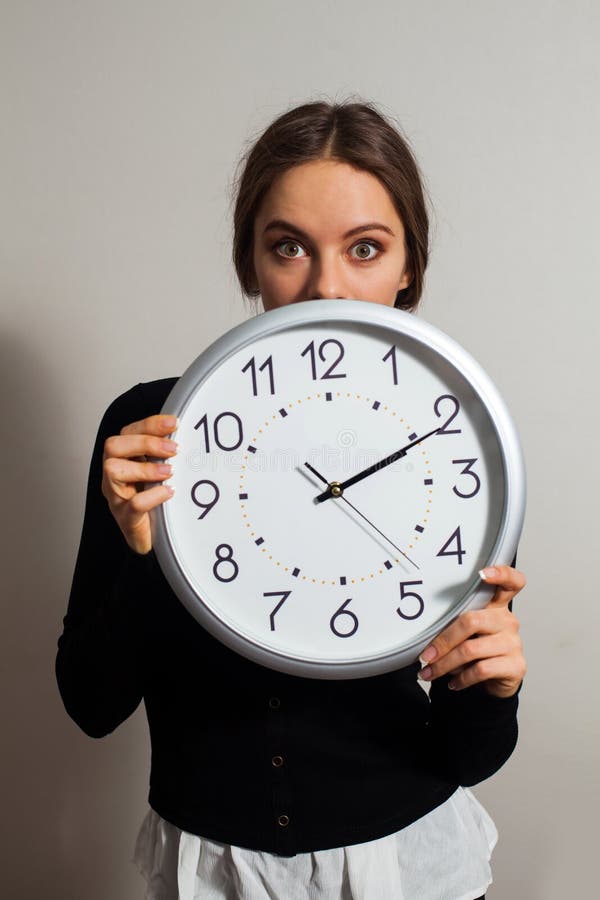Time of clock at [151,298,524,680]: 2:10
